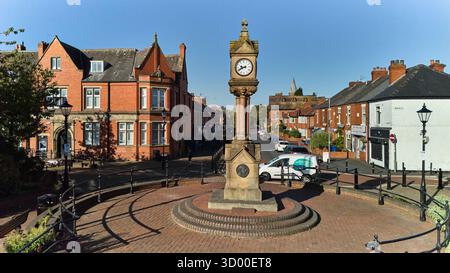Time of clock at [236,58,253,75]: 9:41
